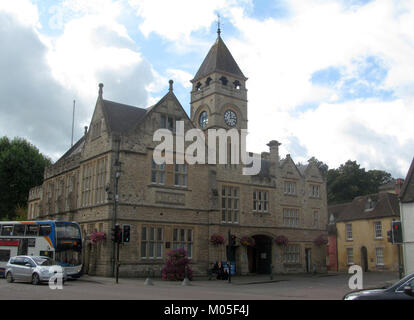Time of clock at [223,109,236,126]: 12:13
